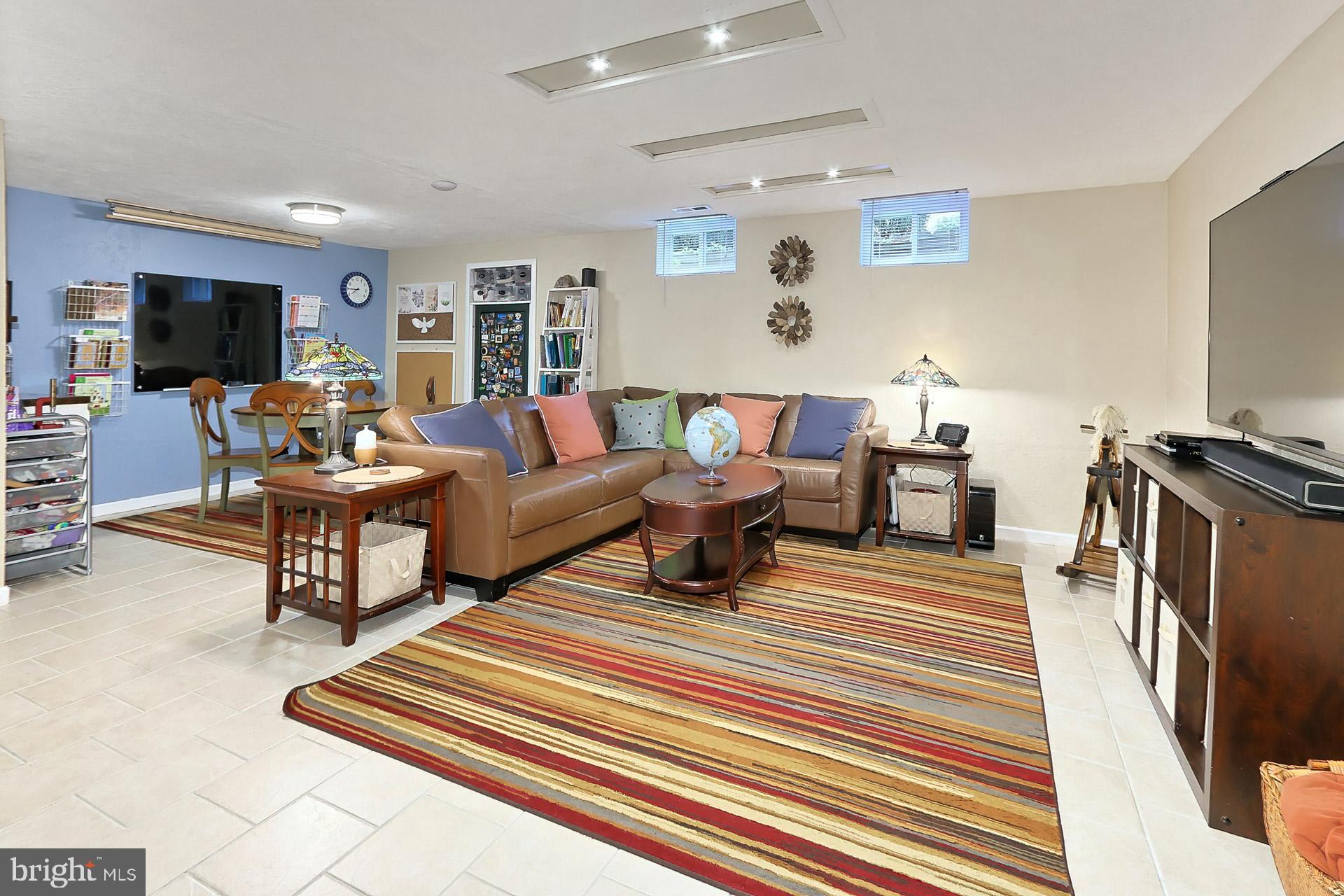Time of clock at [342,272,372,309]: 7:44
